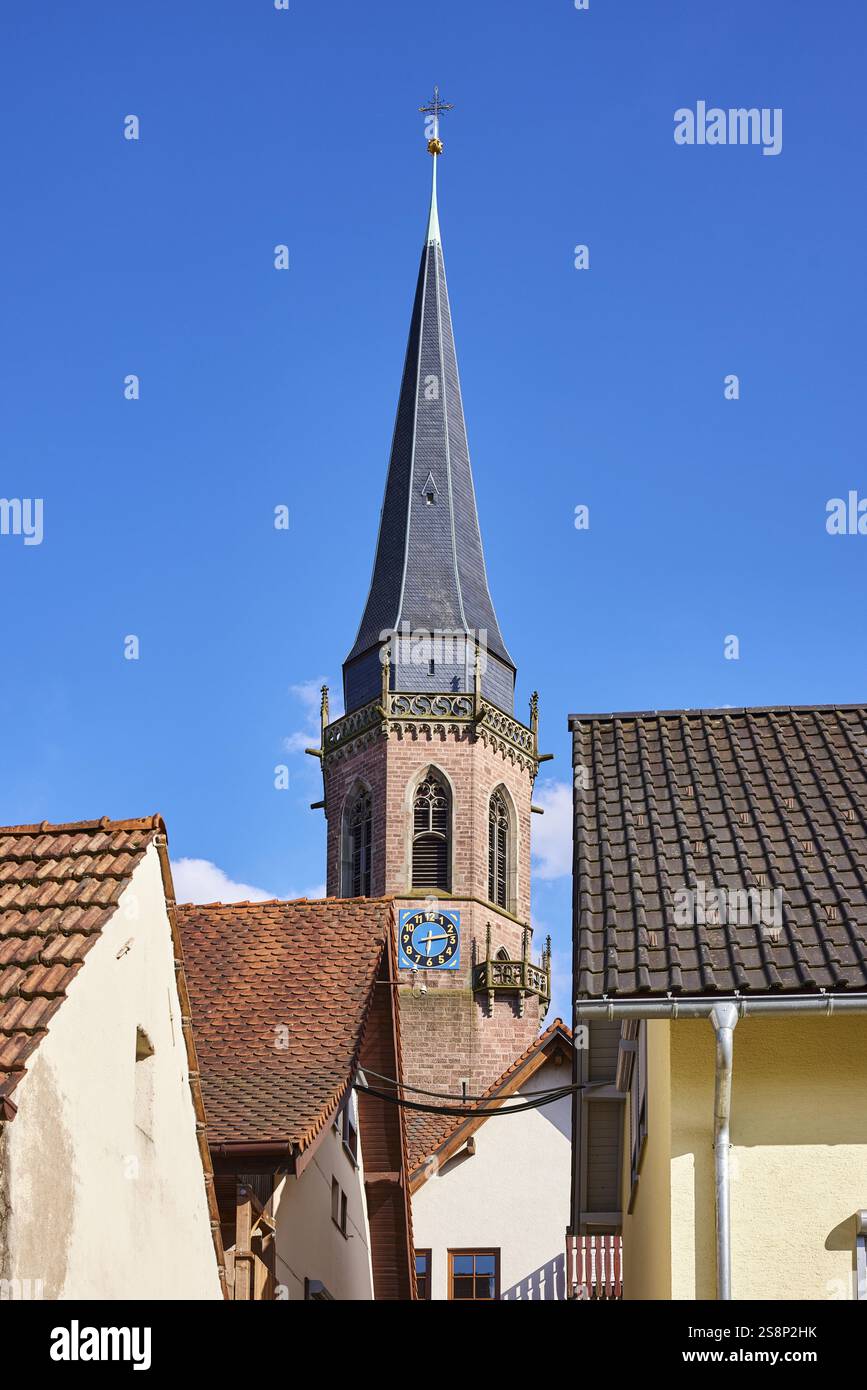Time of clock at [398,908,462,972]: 6:13
